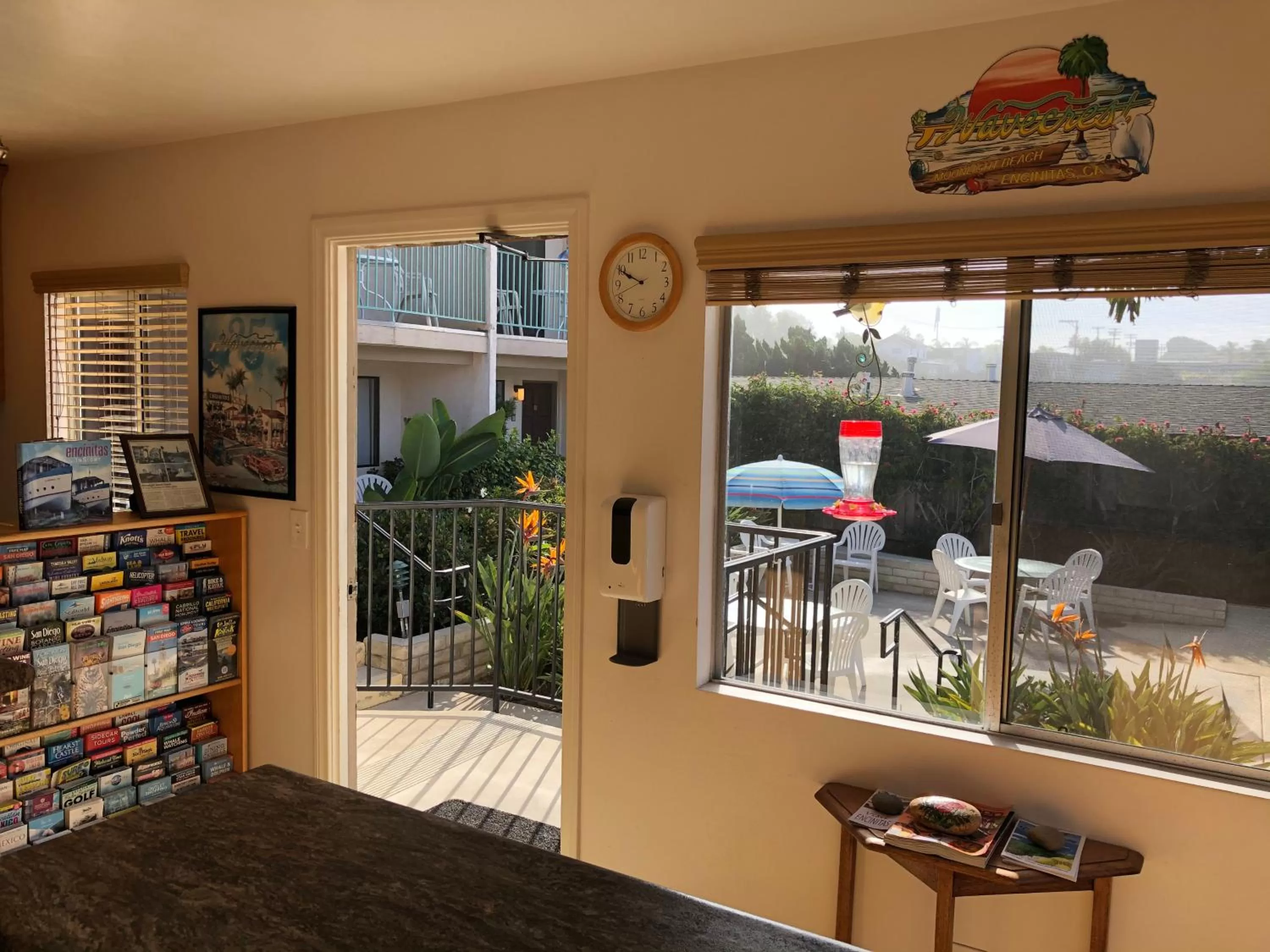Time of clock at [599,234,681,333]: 9:49
